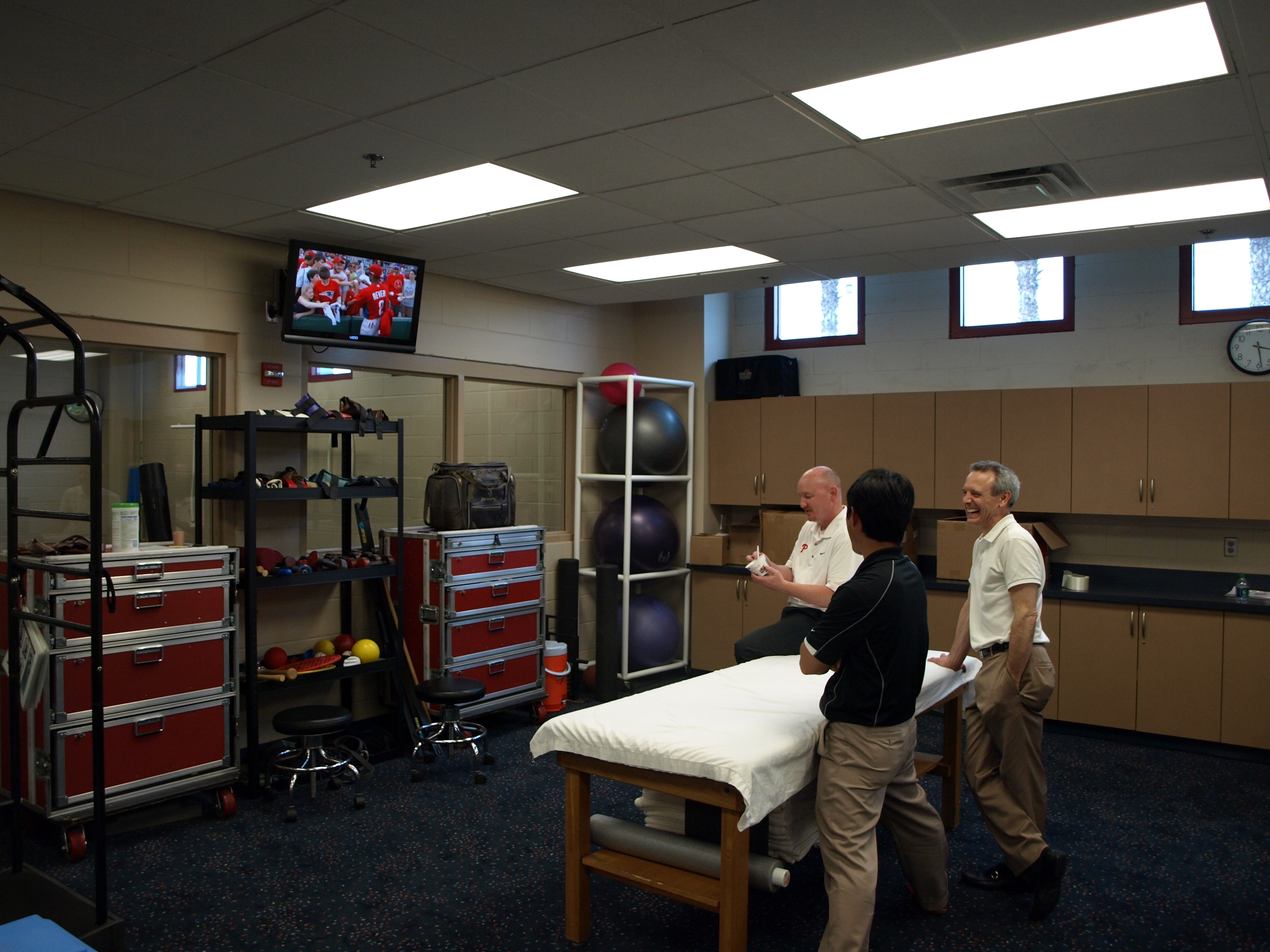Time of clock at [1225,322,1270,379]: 3:28
